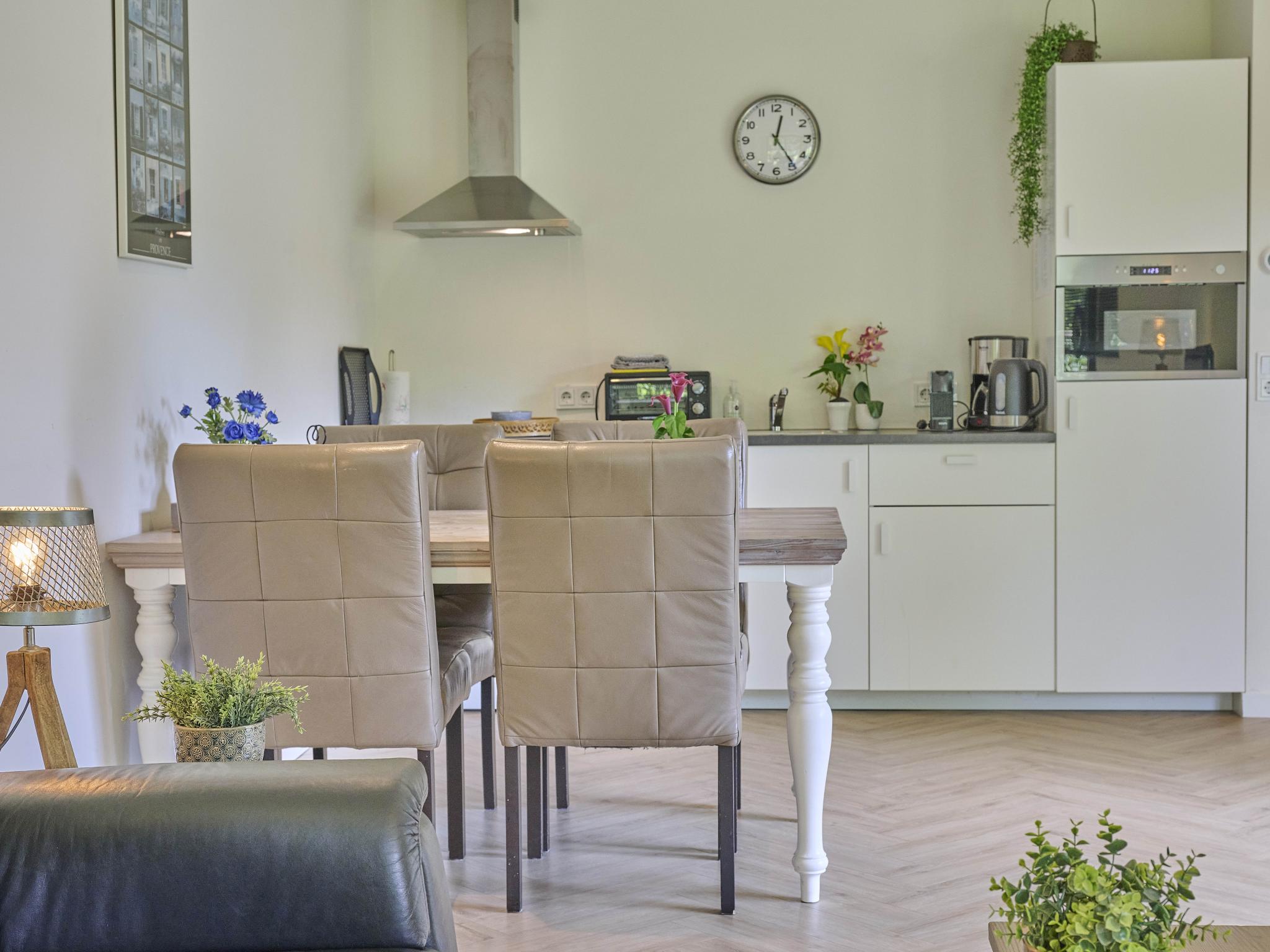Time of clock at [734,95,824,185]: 12:24
